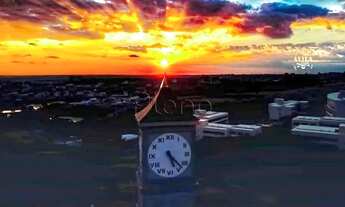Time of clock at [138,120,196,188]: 5:22
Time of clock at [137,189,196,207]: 5:22
